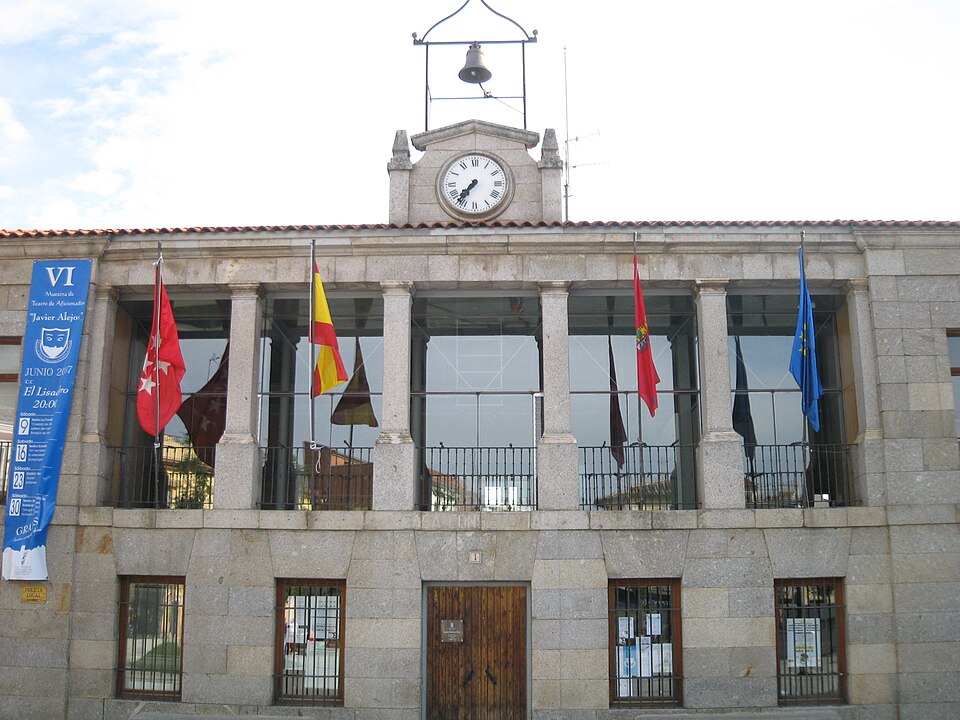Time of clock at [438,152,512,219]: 7:36
